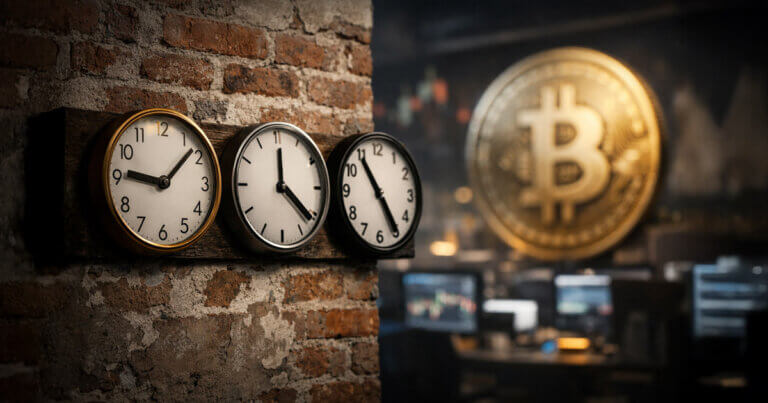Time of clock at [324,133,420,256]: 4:54
